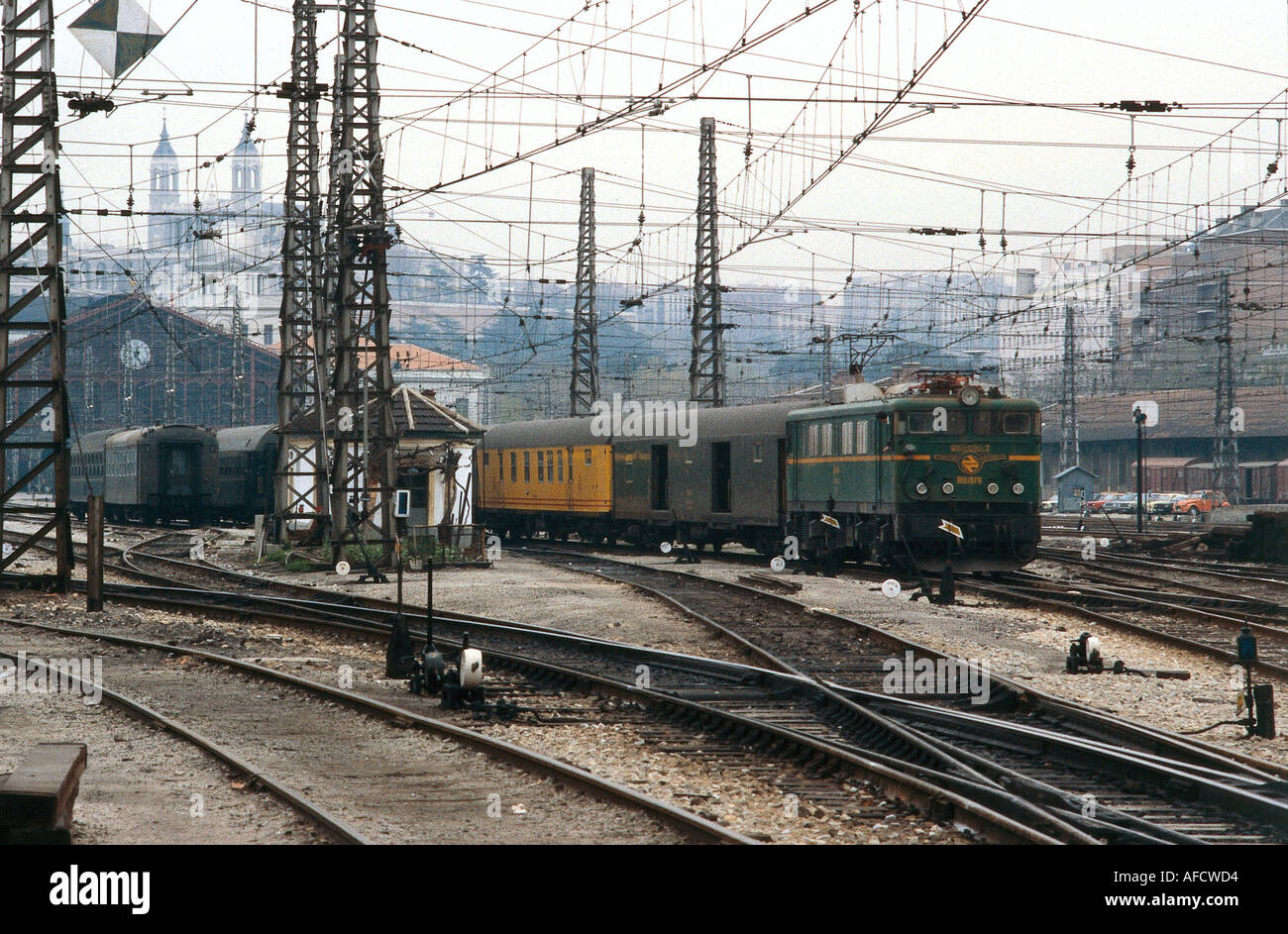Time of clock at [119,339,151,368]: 6:23
